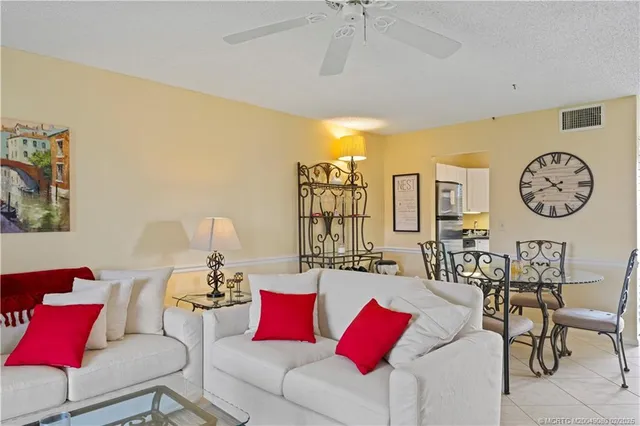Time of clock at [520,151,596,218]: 10:41
